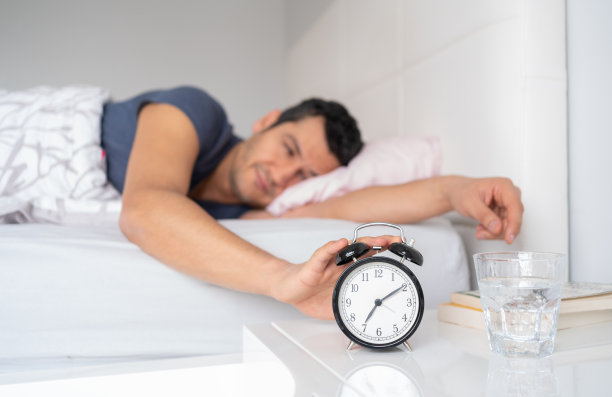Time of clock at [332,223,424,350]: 7:09
